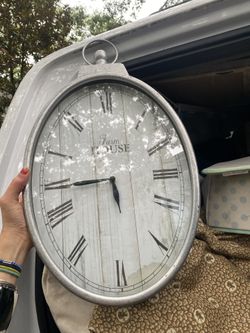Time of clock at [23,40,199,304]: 5:43
